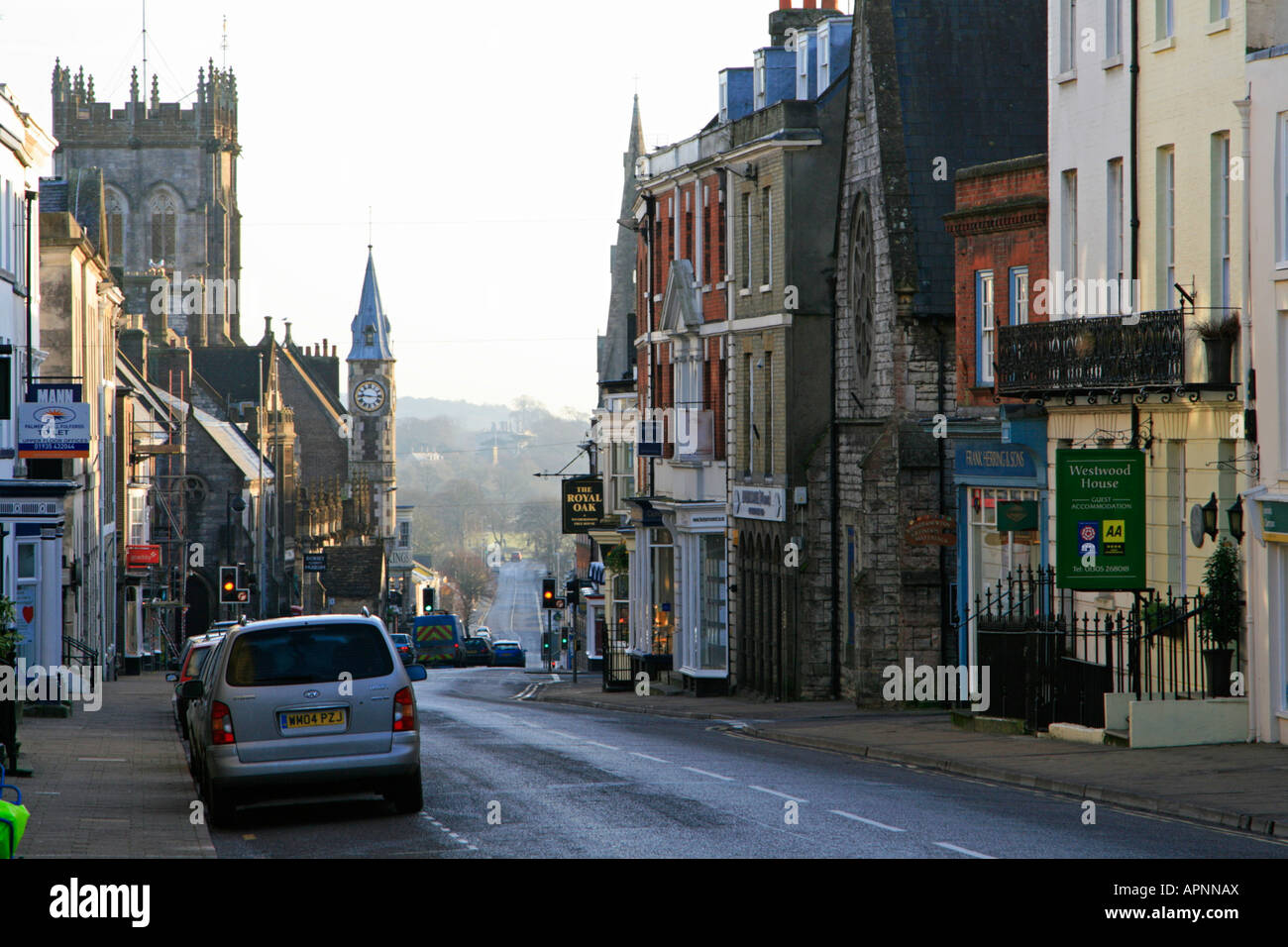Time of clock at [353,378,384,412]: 9:16
